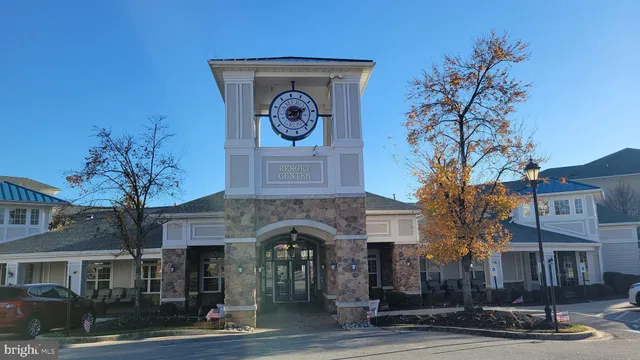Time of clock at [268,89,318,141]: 2:23
